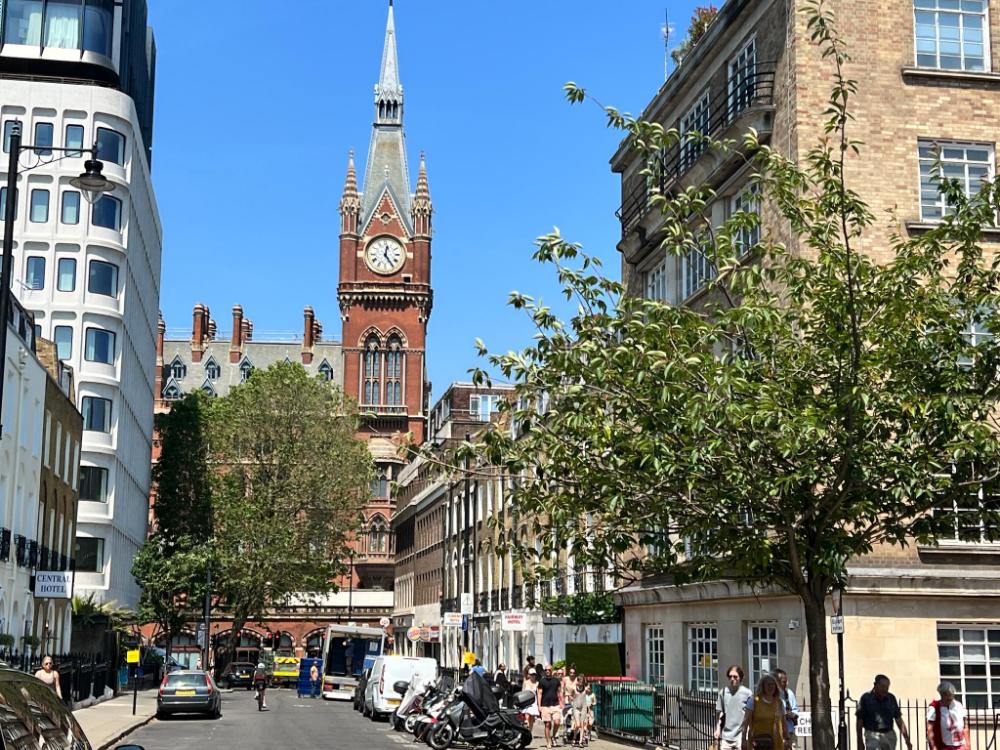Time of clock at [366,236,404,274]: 12:24
